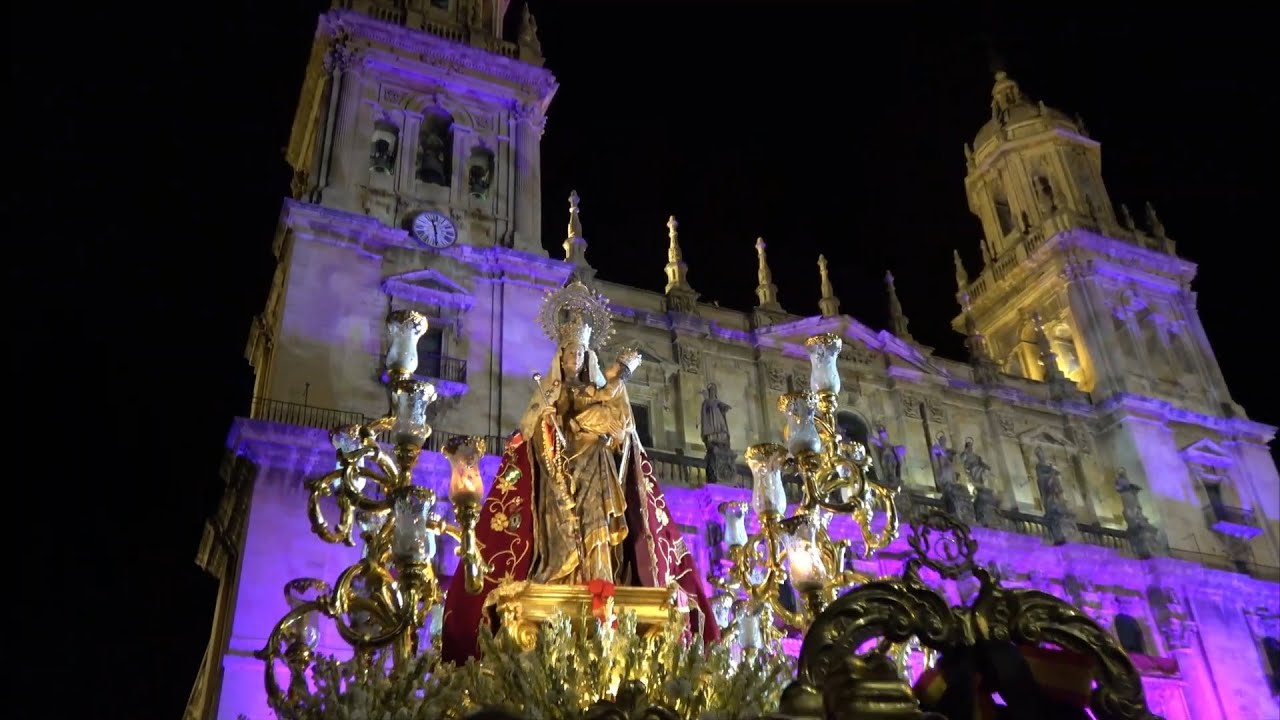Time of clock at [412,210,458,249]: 11:29
